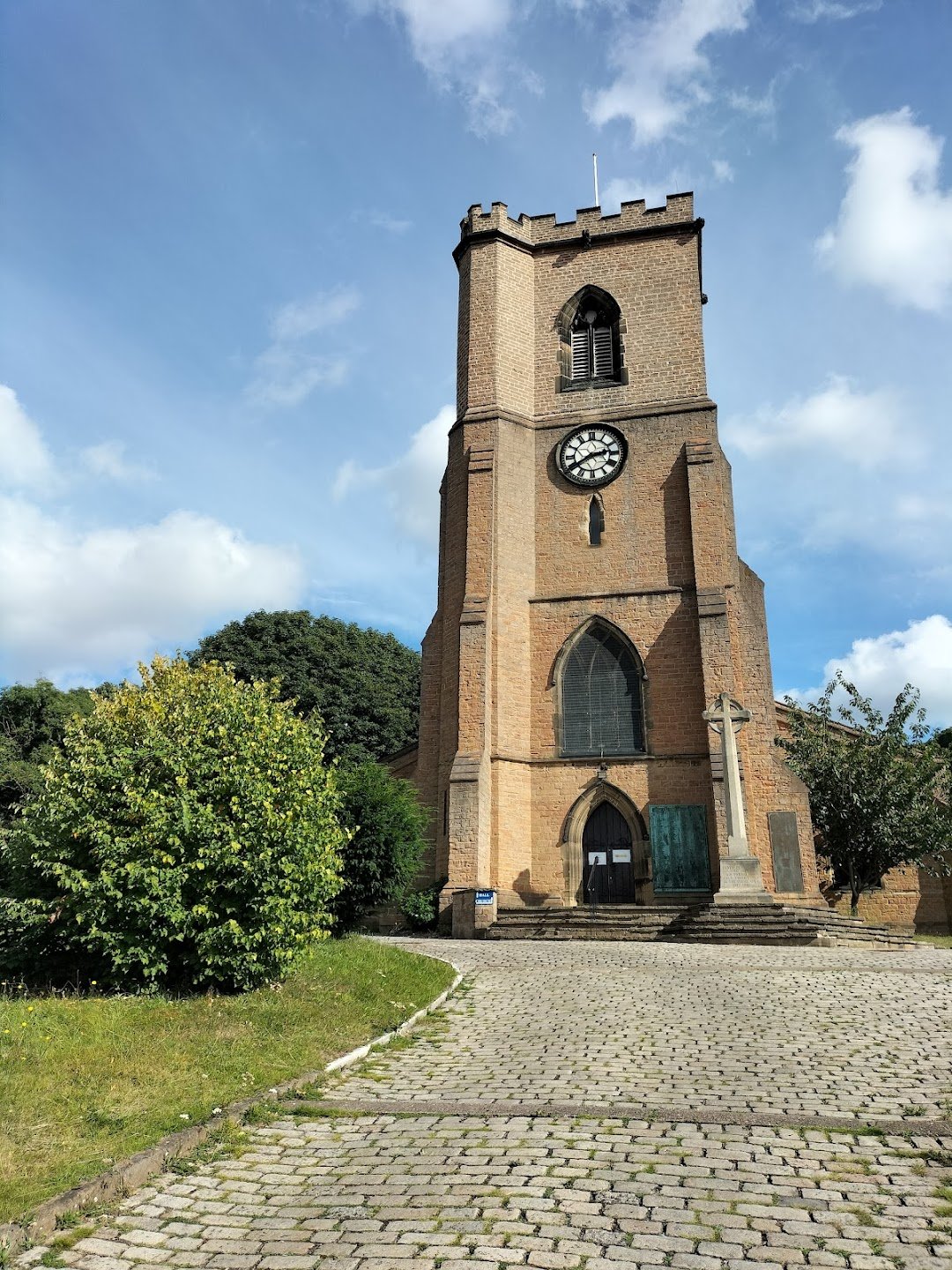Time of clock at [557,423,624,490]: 2:40
